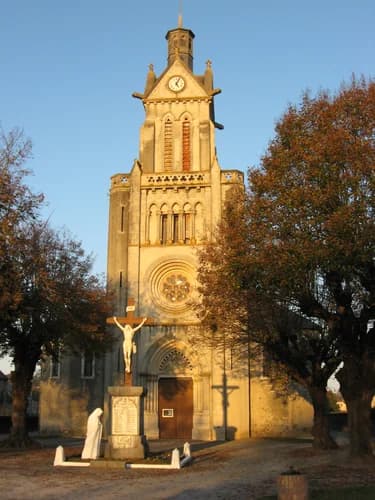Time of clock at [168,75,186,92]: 5:04
